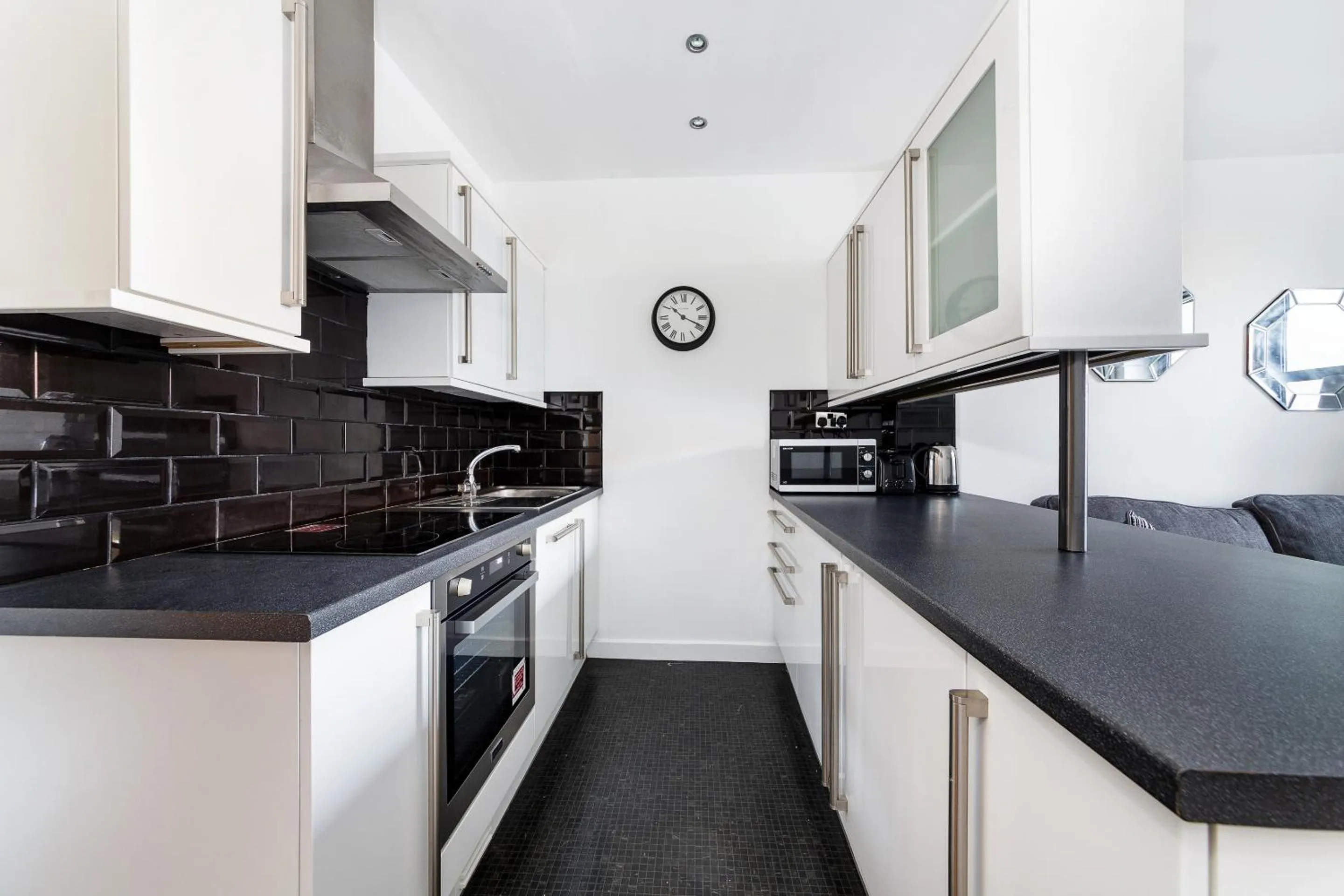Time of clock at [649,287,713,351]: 10:18
